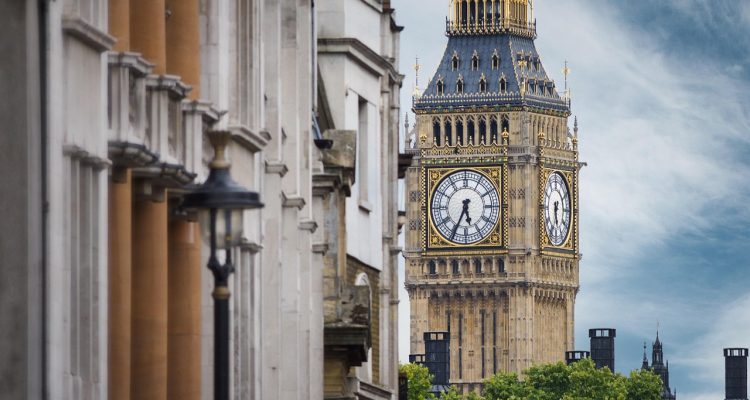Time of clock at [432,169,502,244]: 5:34
